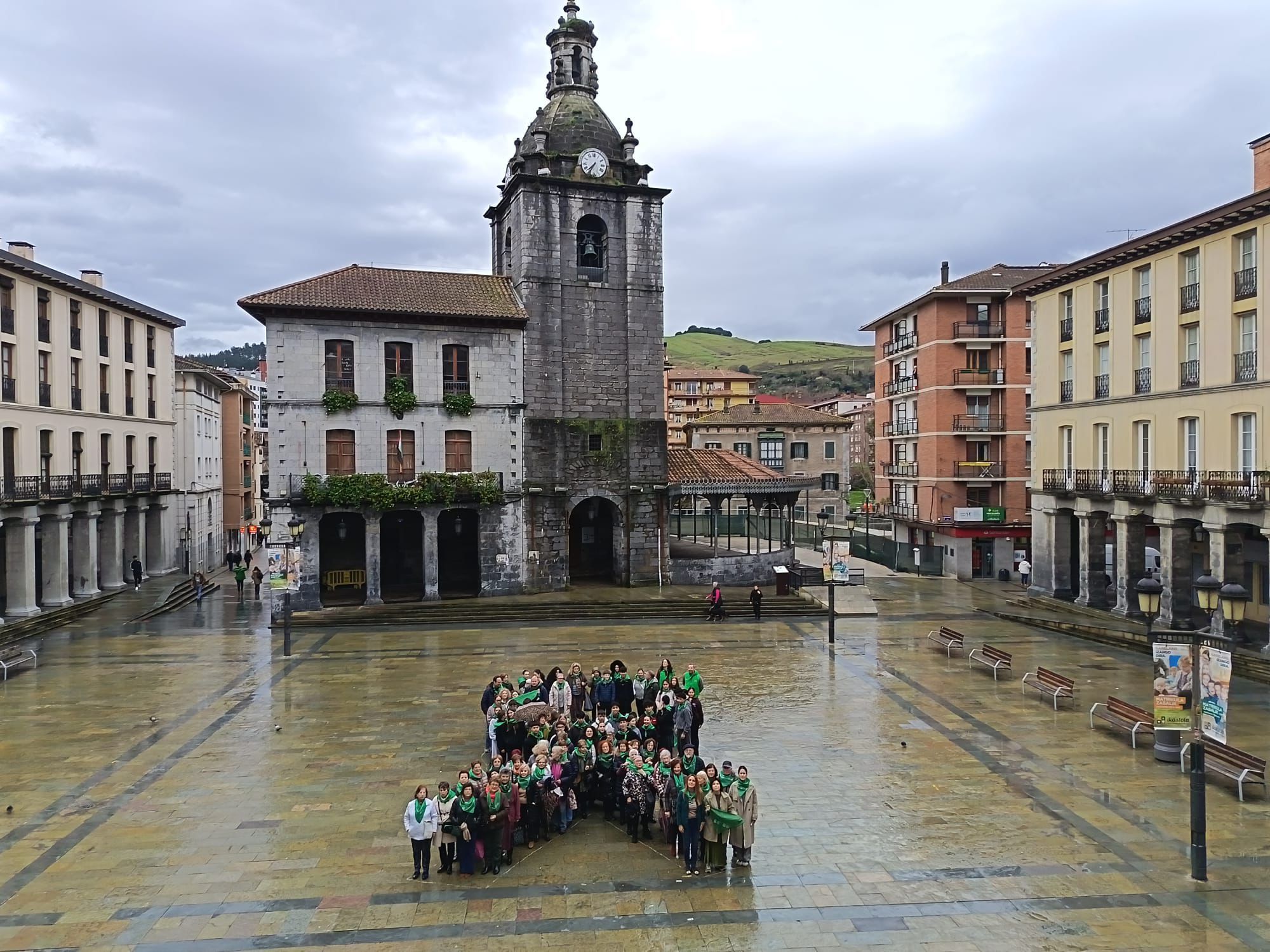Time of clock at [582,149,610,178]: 7:35
